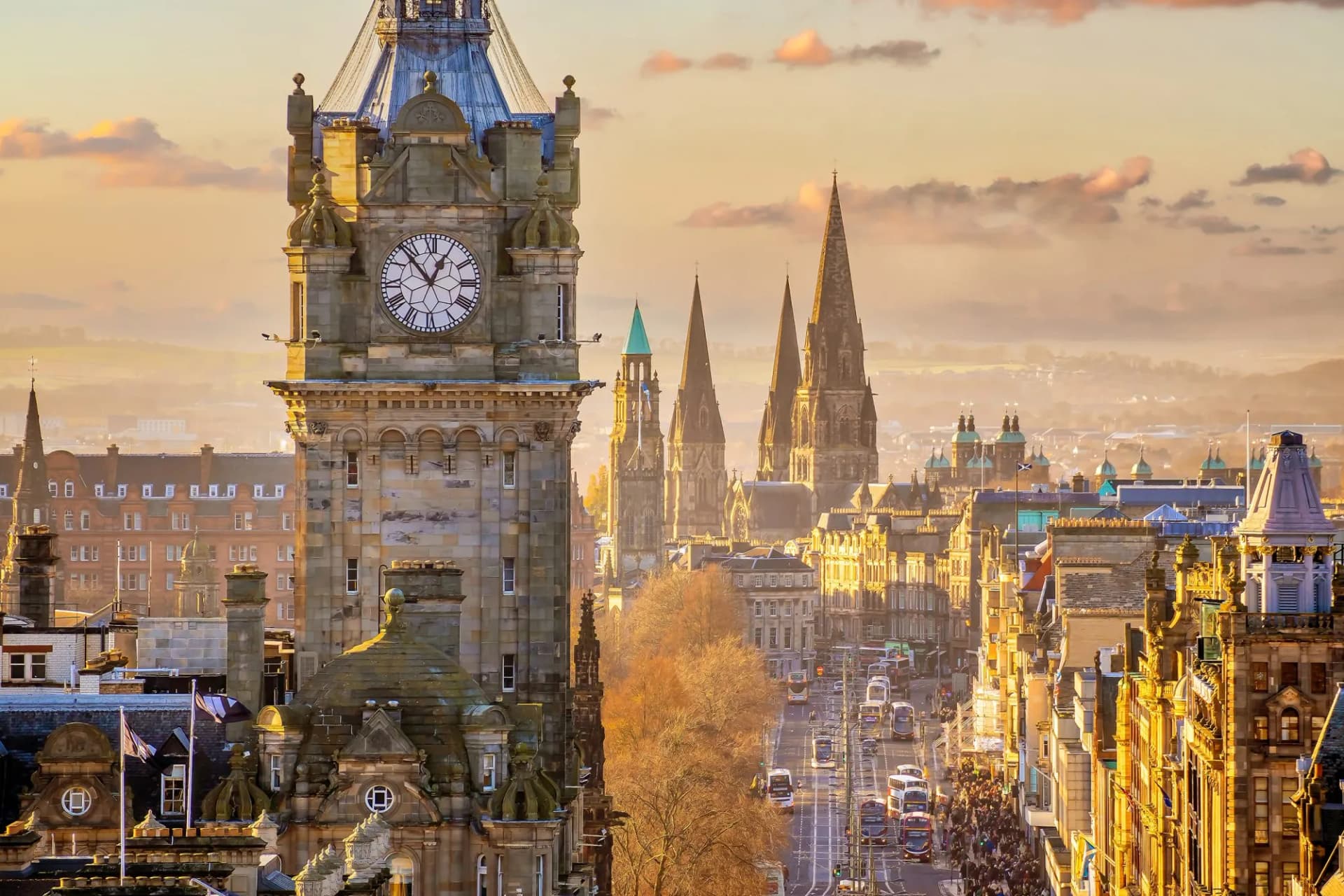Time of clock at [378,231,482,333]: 12:53
